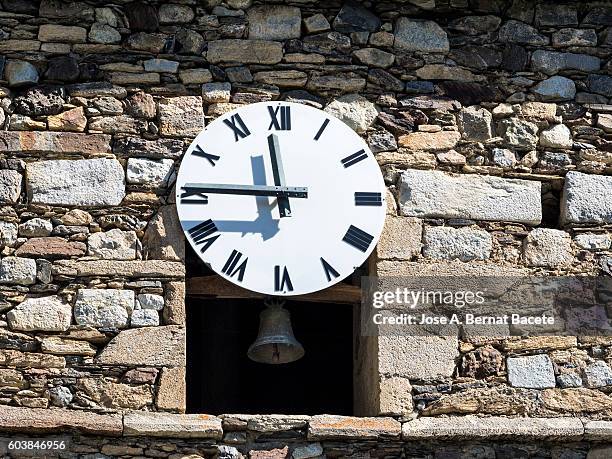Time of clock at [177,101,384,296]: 11:45
